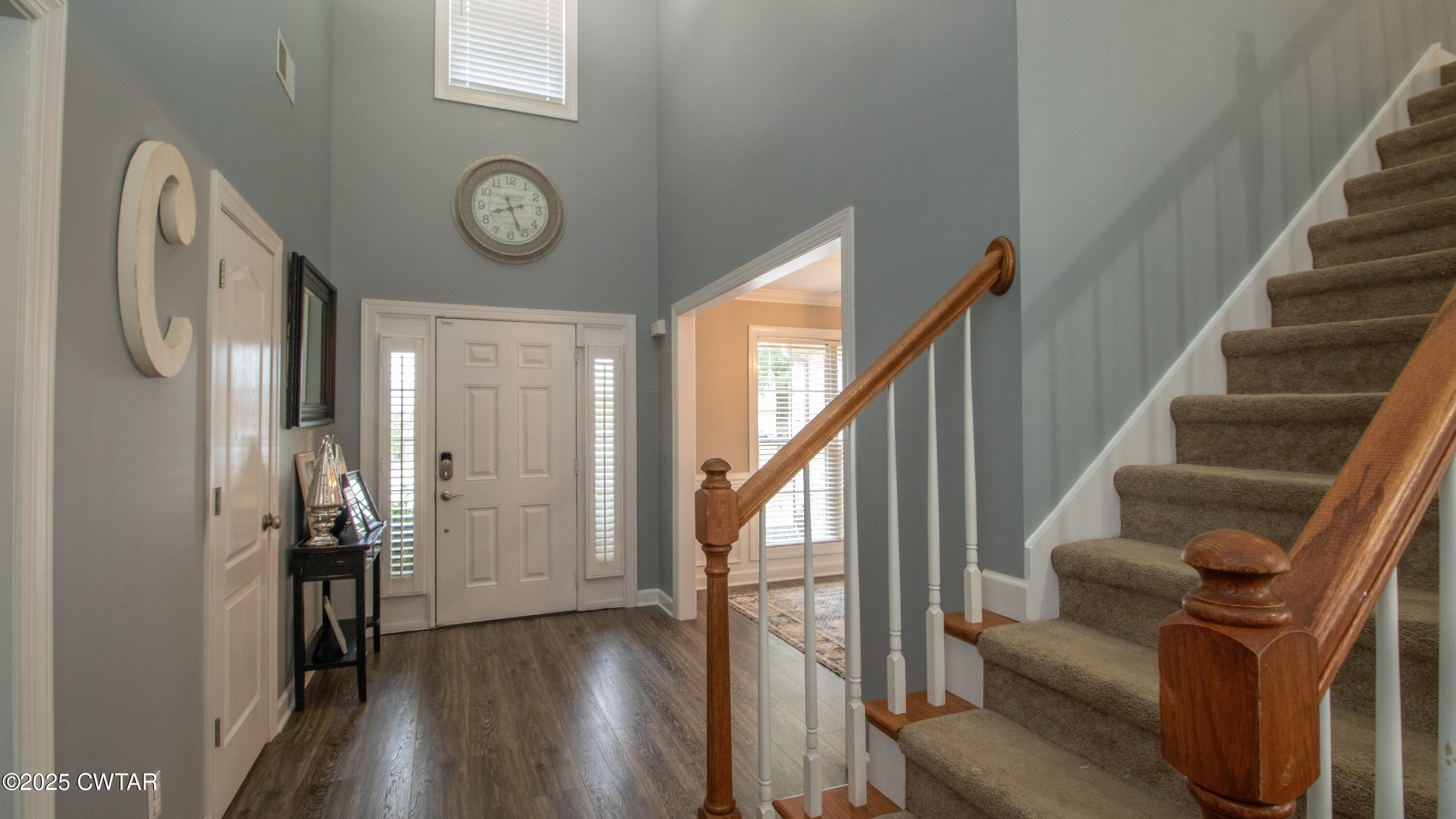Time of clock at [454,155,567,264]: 8:26
